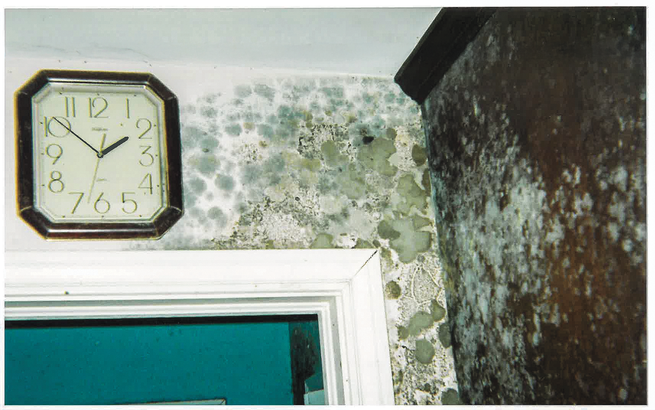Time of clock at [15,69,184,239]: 1:51
